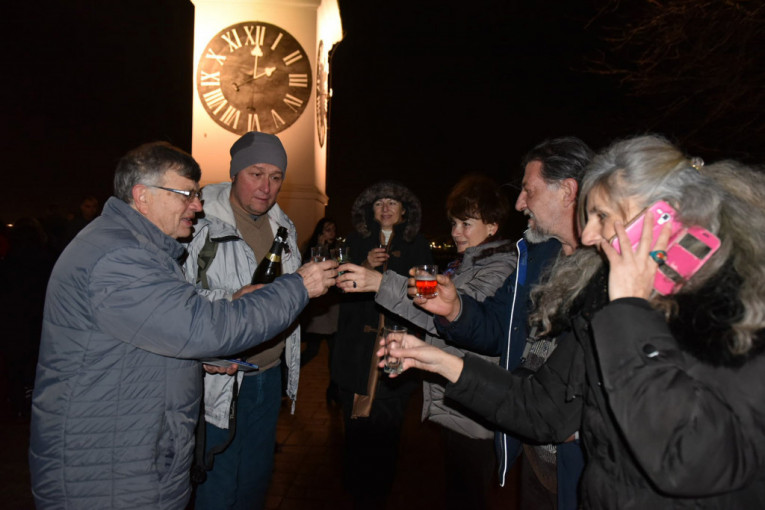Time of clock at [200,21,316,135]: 2:01
